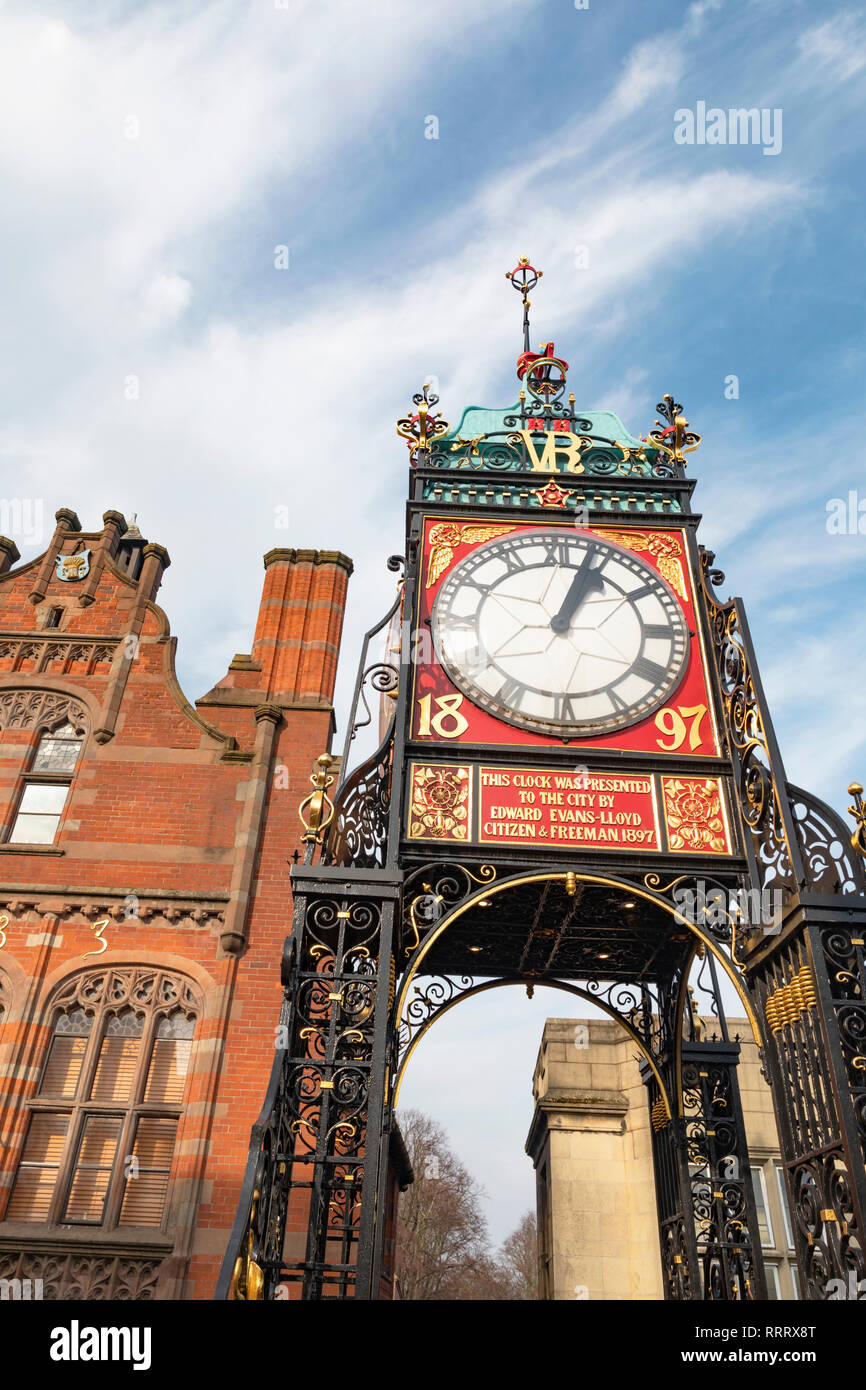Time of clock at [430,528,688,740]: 1:03
